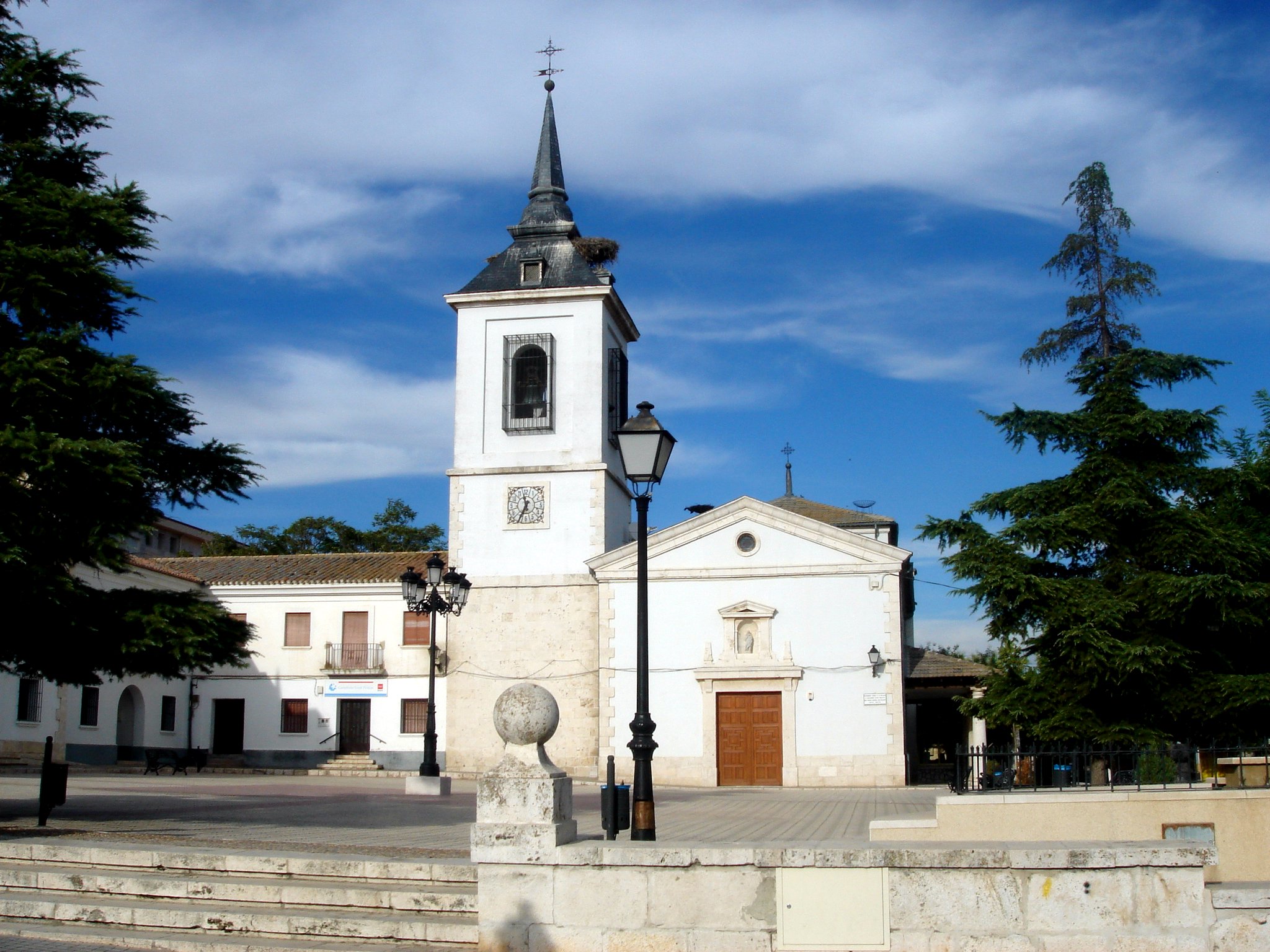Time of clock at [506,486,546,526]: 11:35
